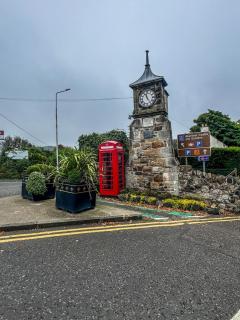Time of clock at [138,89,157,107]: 11:24
